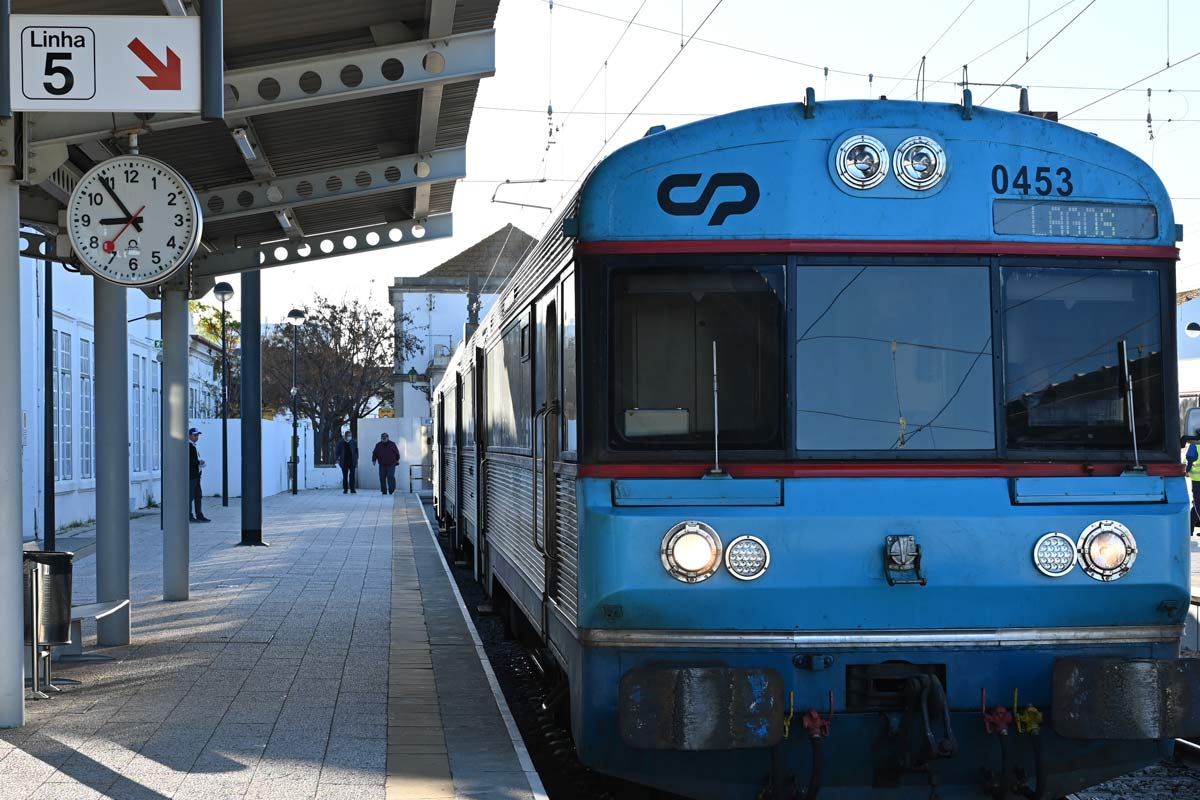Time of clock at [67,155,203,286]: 8:54
